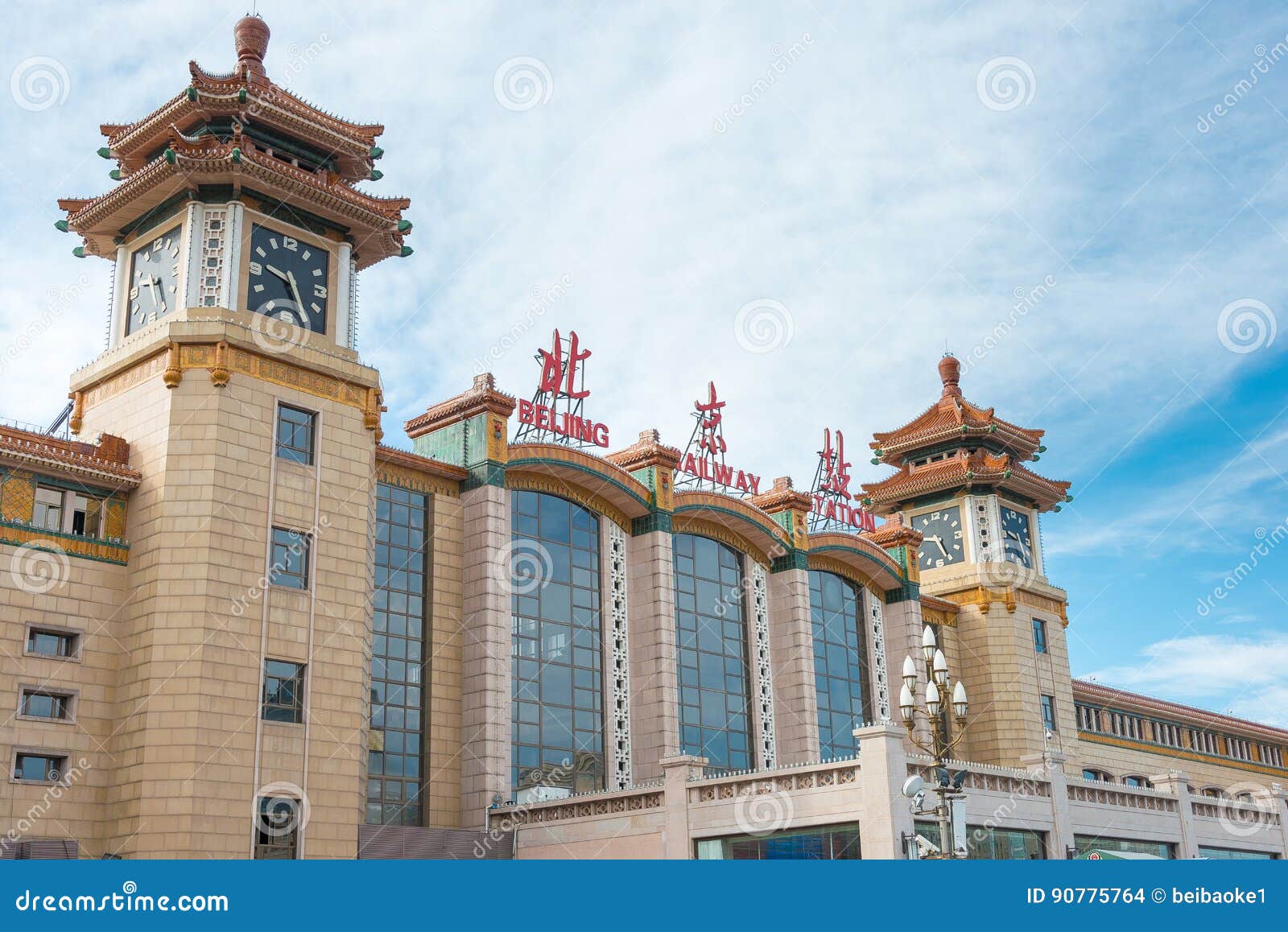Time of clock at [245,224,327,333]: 9:25
